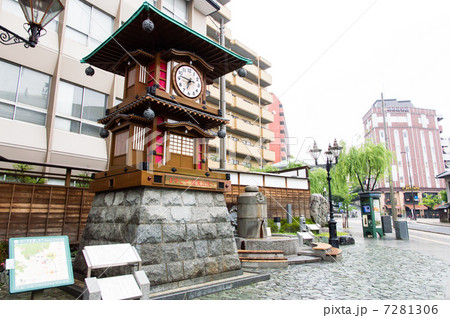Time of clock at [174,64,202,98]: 6:46
